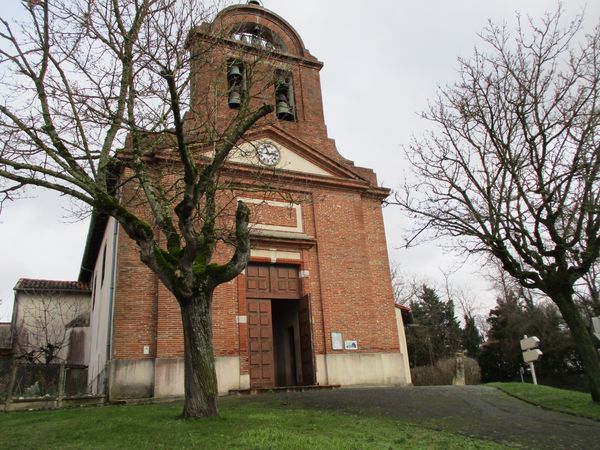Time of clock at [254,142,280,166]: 2:56
